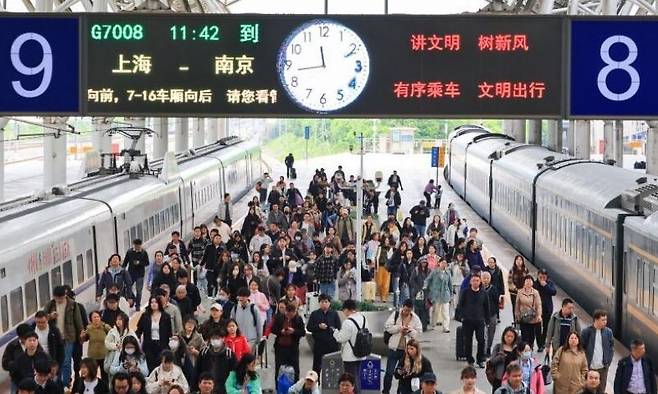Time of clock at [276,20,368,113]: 11:43
